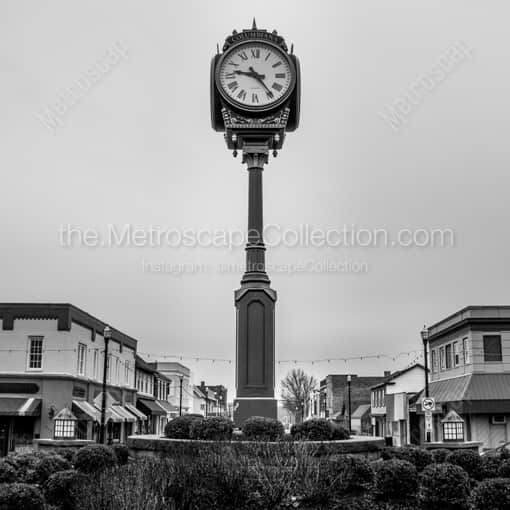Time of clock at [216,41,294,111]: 9:23
